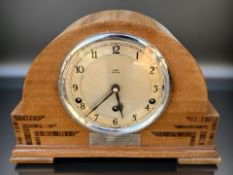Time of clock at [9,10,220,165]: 5:36
